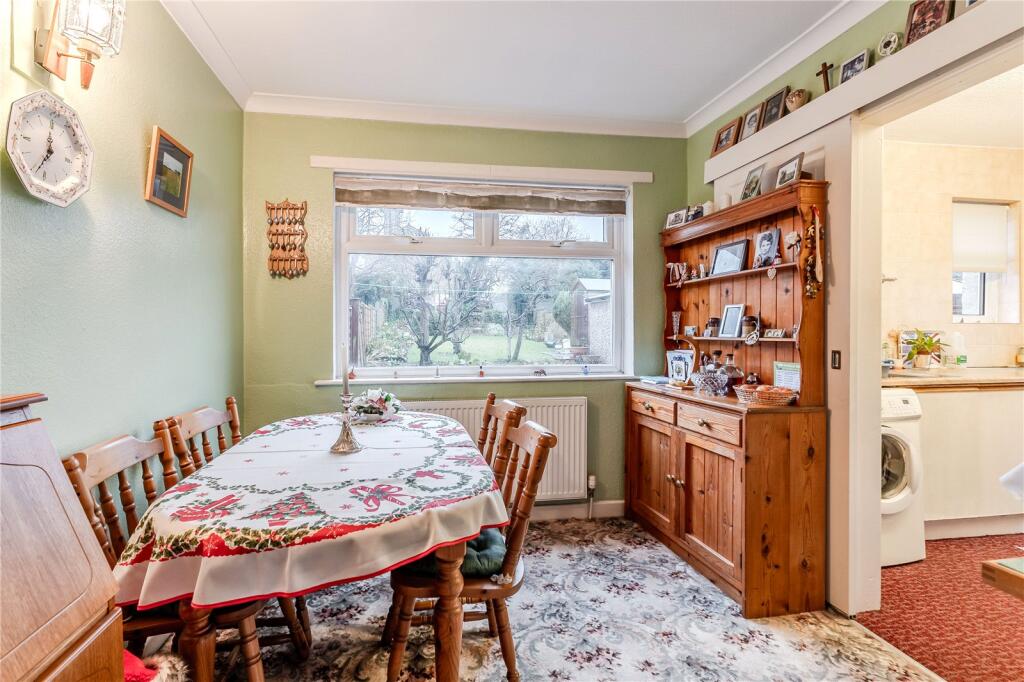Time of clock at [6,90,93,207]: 12:37
